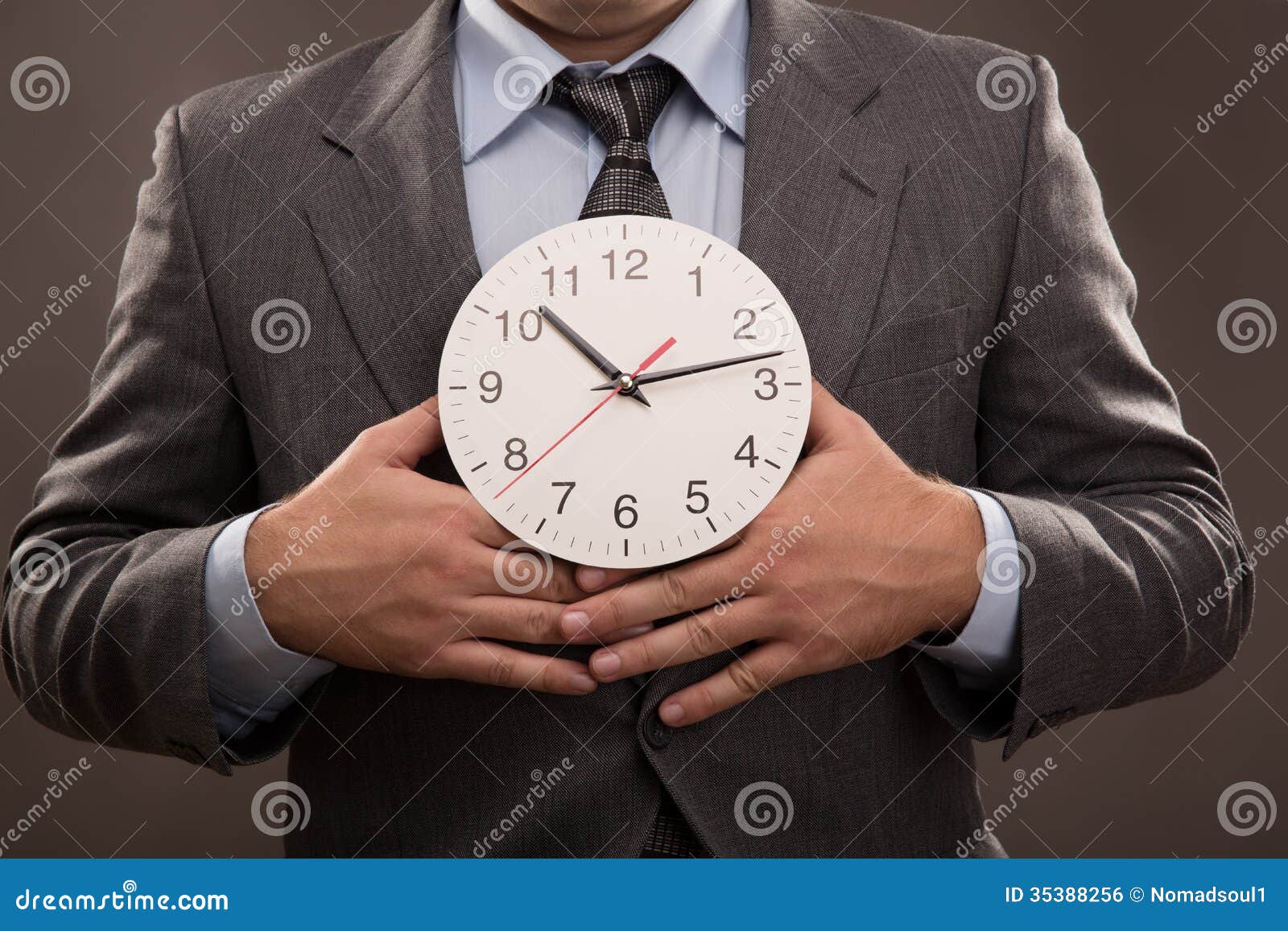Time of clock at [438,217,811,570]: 10:12
